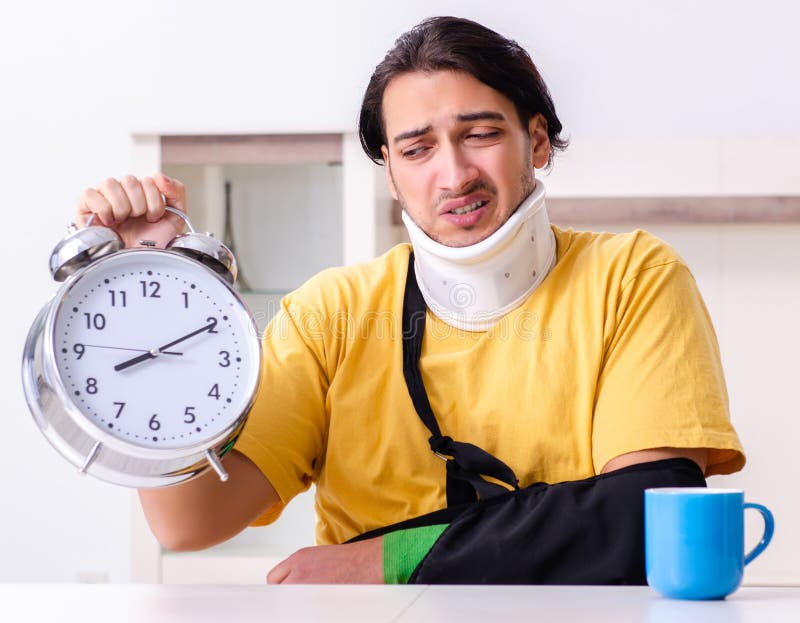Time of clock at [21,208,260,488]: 8:10
